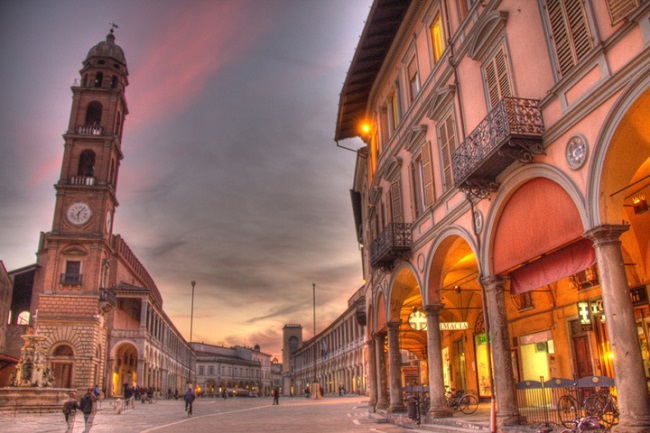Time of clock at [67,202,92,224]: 6:06
